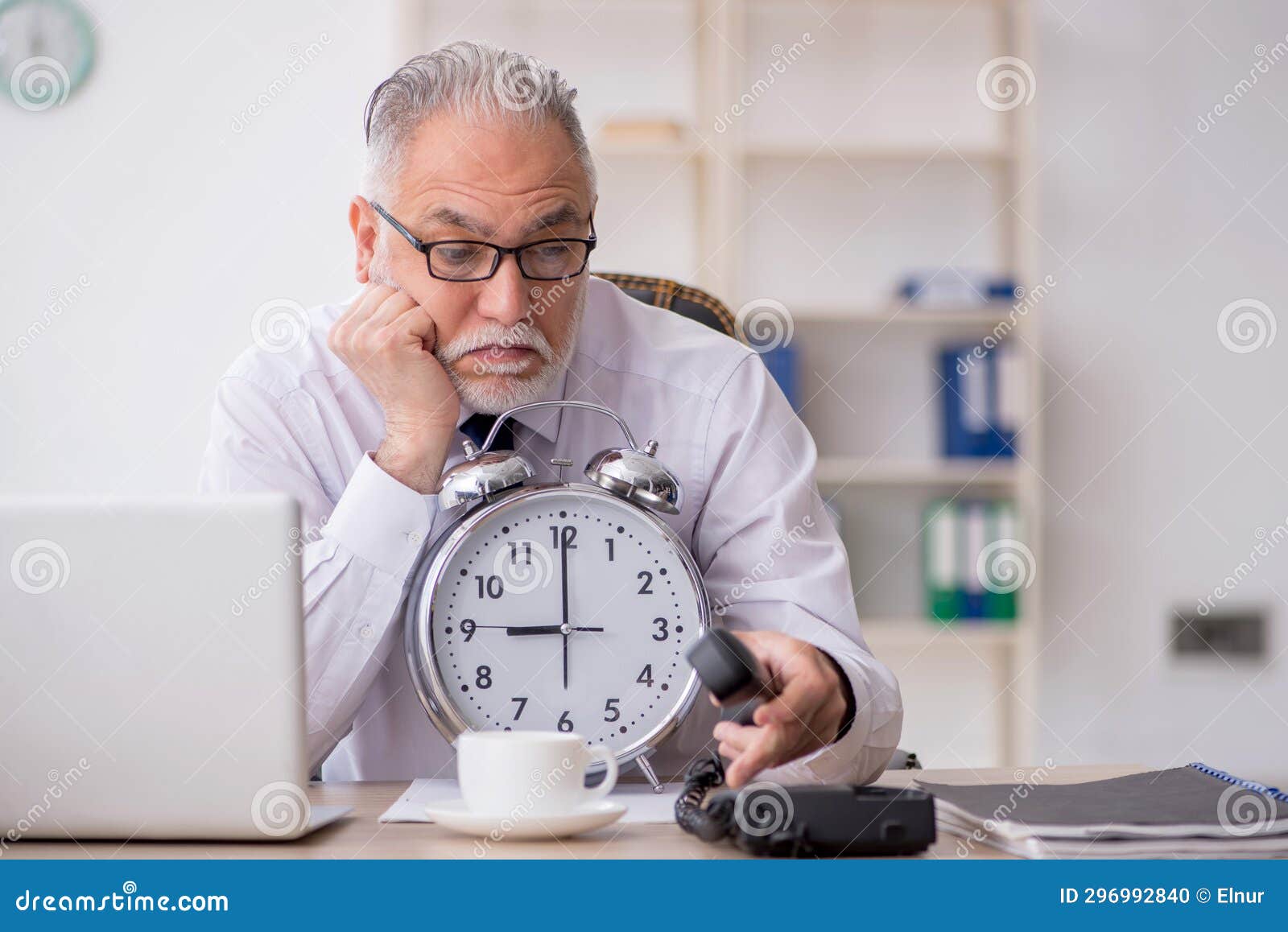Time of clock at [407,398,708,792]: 9:00
